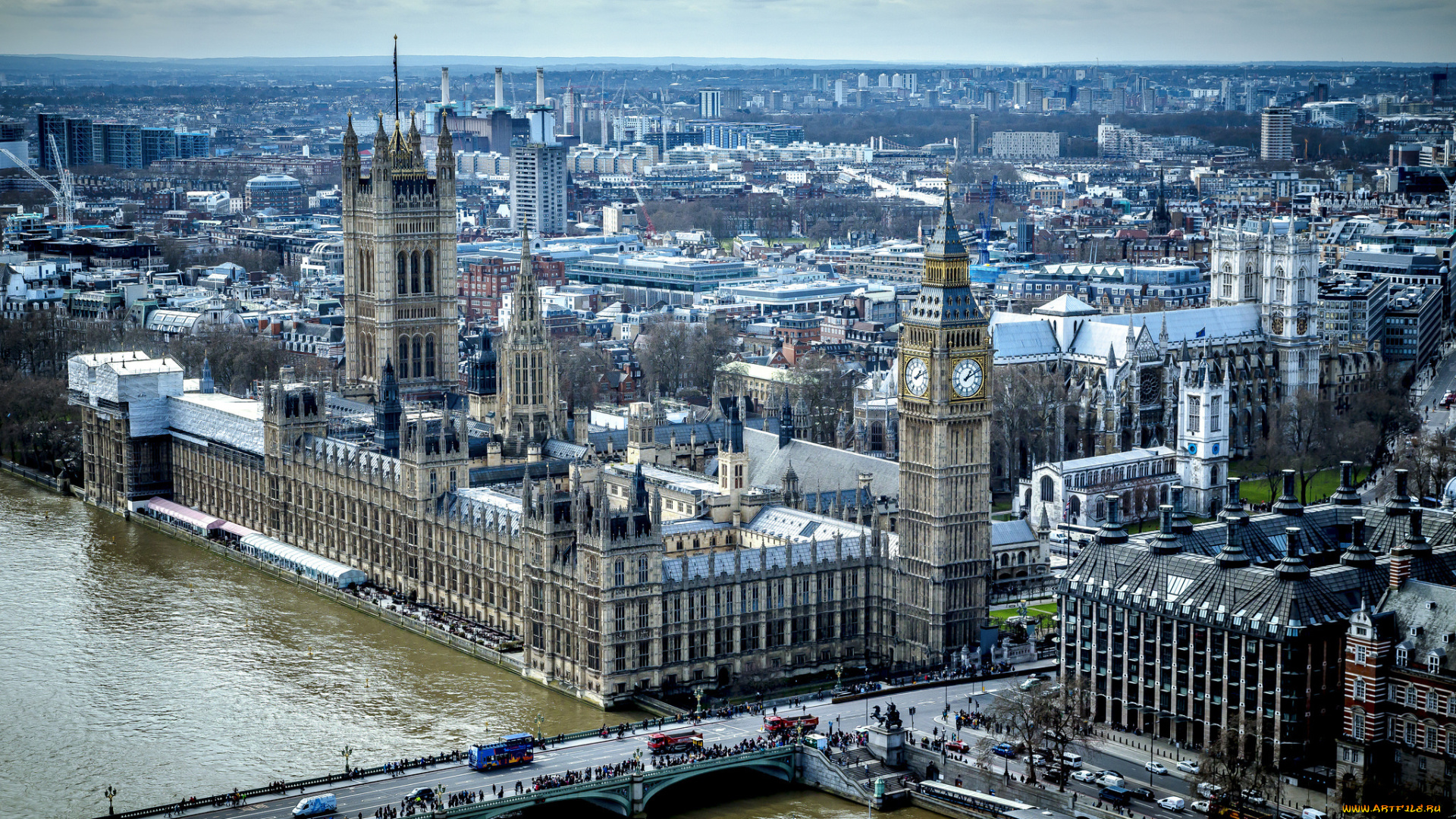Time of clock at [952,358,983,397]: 1:11
